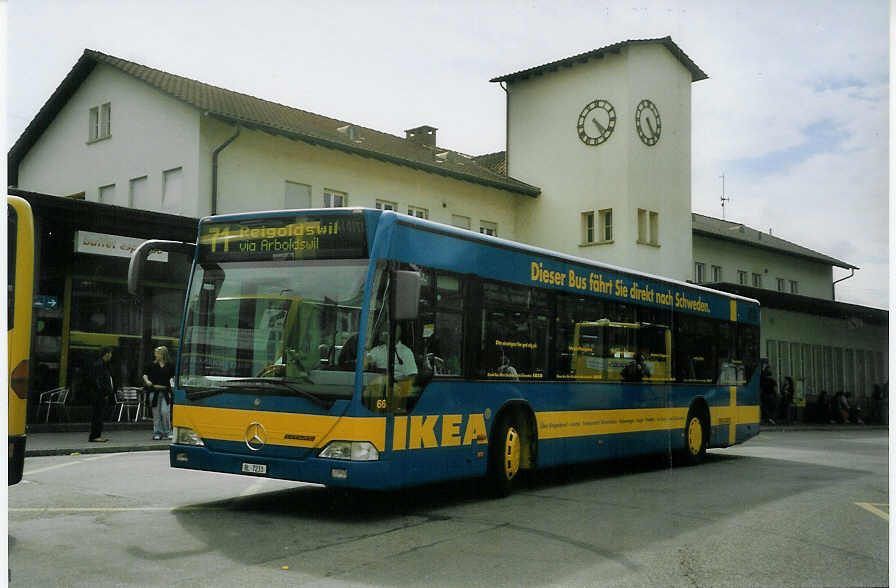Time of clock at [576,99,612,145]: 4:24
